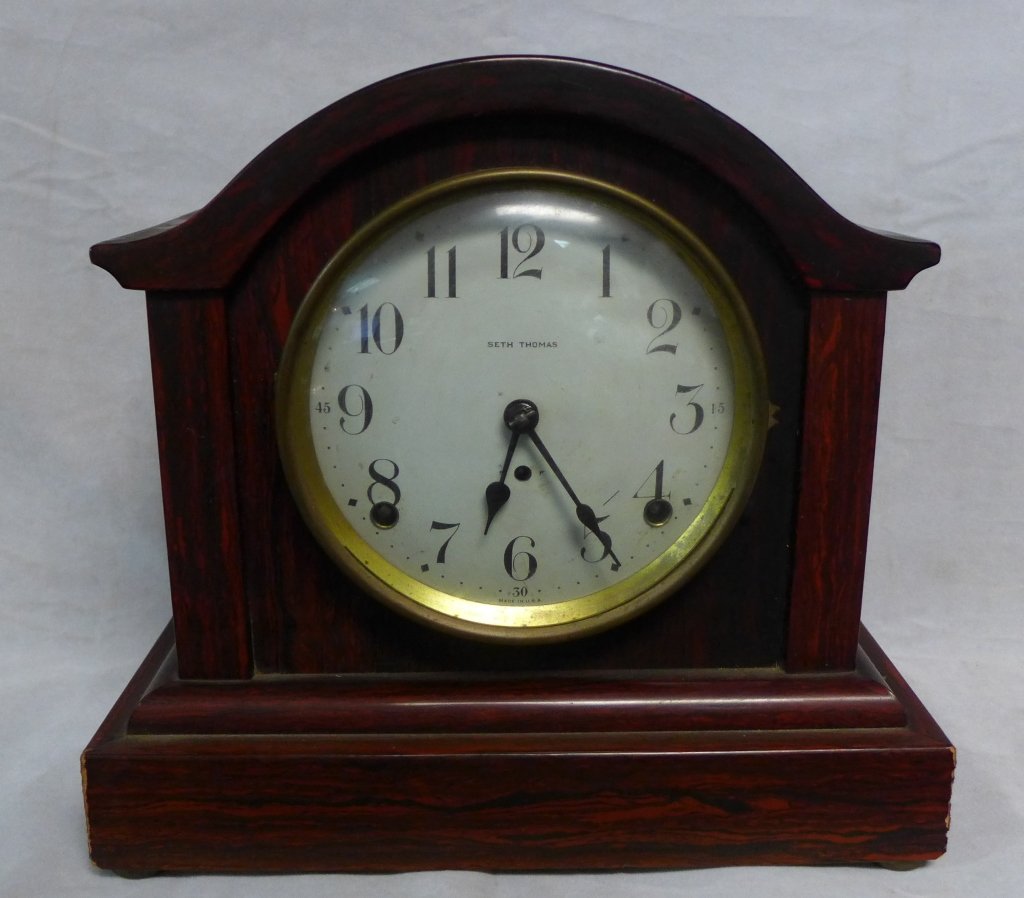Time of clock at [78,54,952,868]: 6:24
